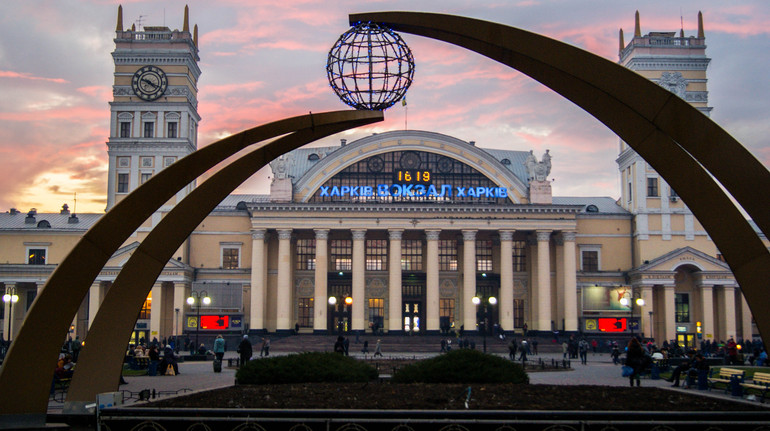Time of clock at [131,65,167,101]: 4:19
